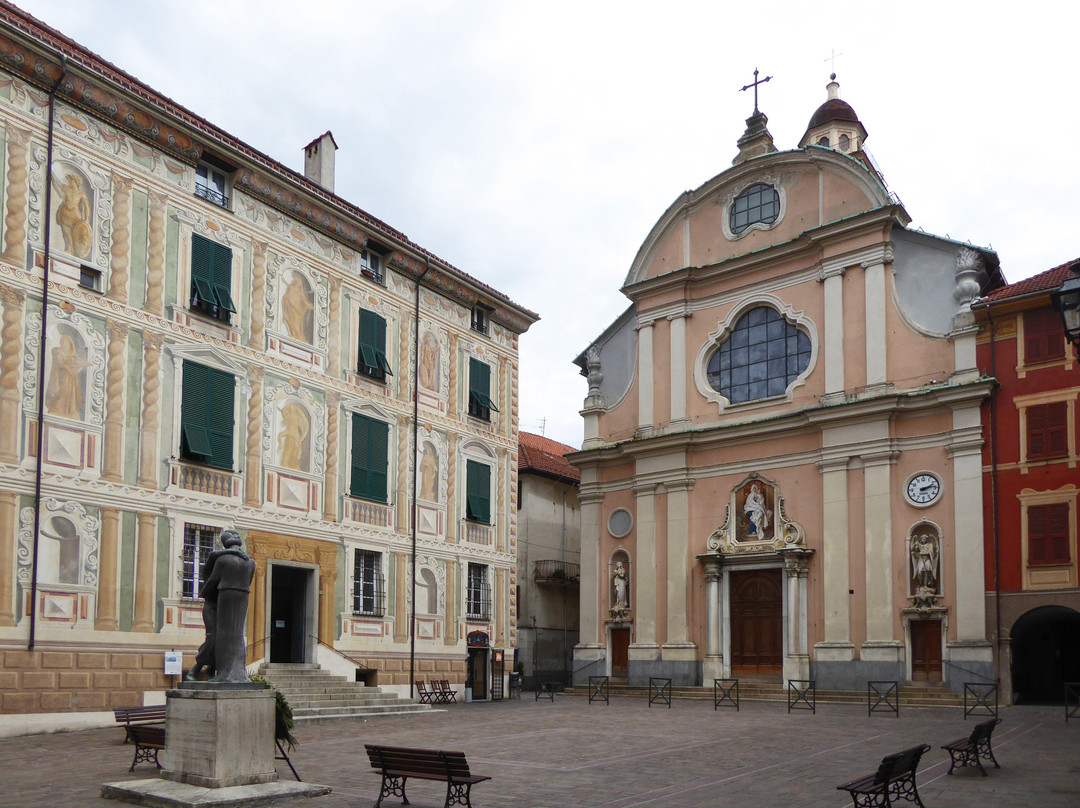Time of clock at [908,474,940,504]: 2:13
